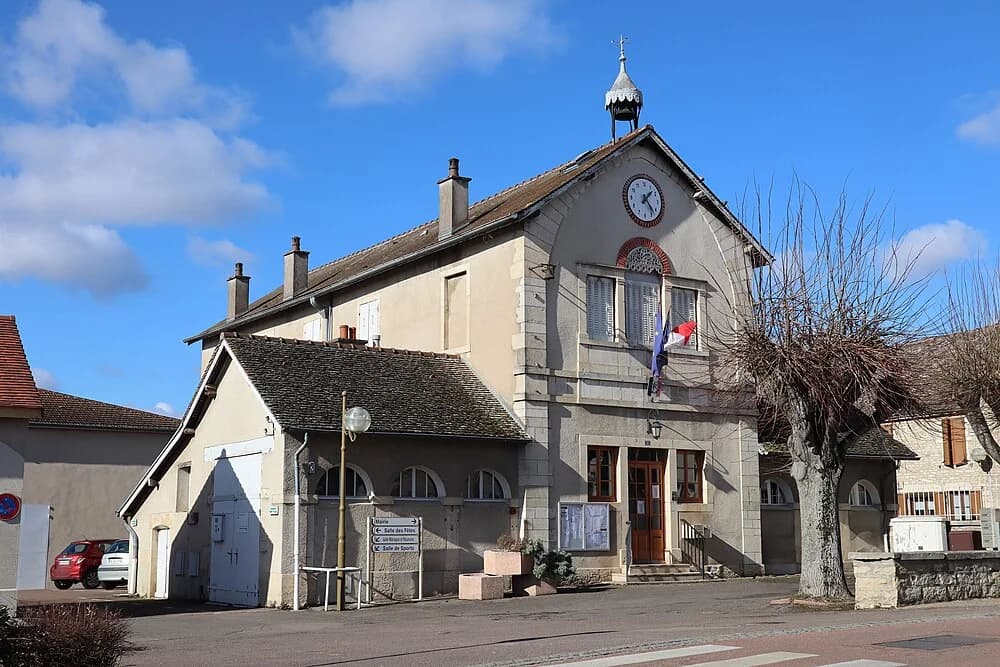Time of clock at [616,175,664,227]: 1:23
